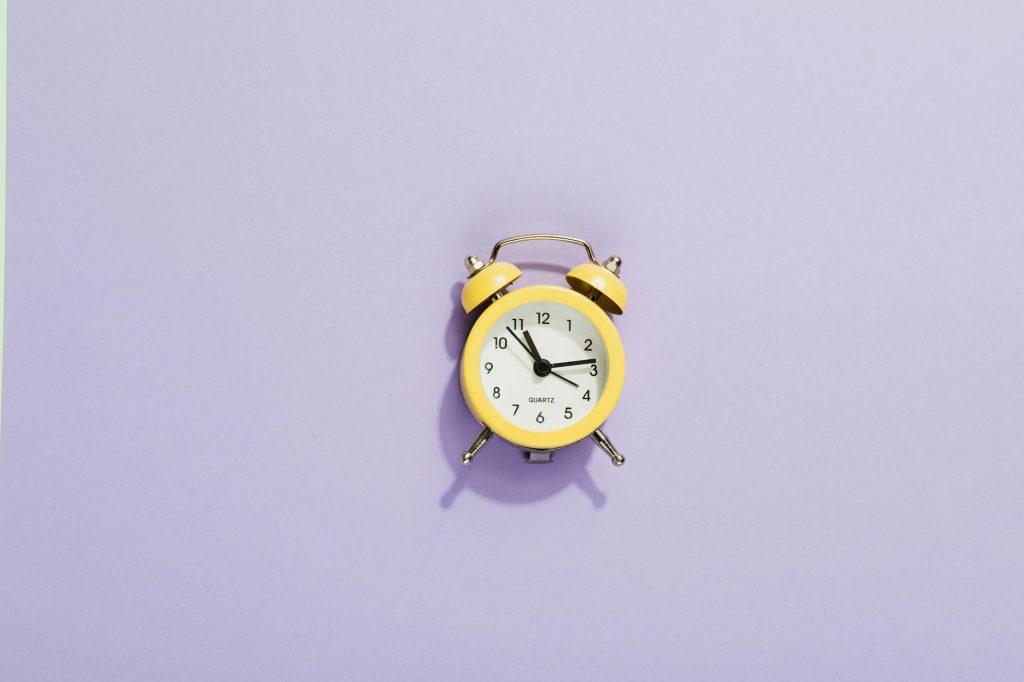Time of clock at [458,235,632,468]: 11:13
